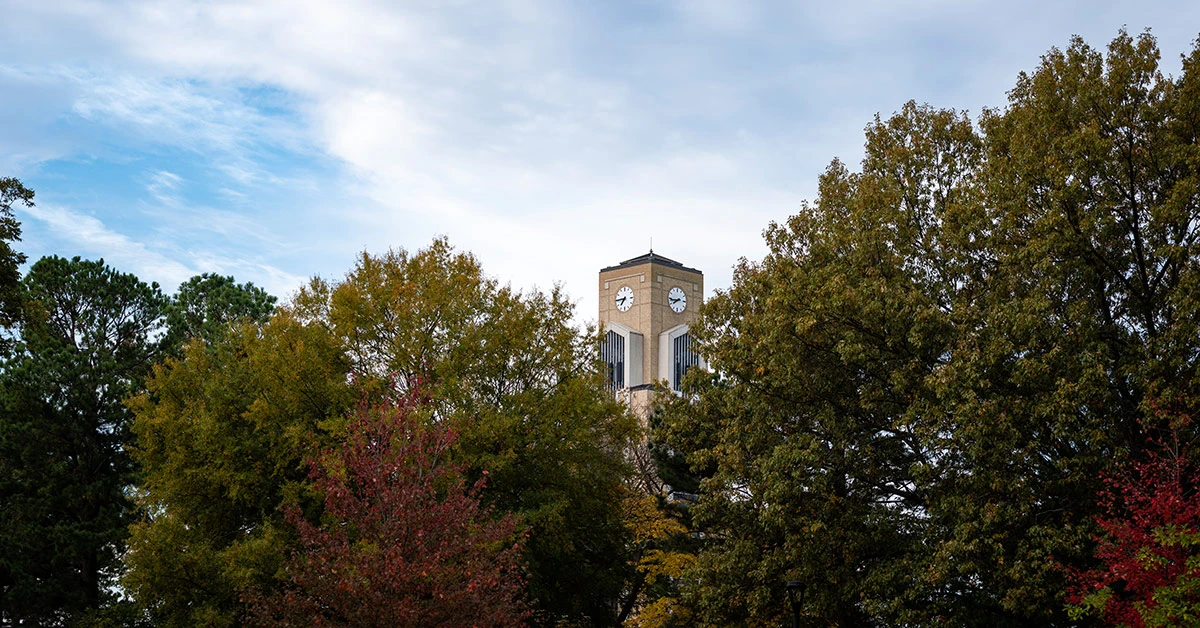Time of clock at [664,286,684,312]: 7:43
